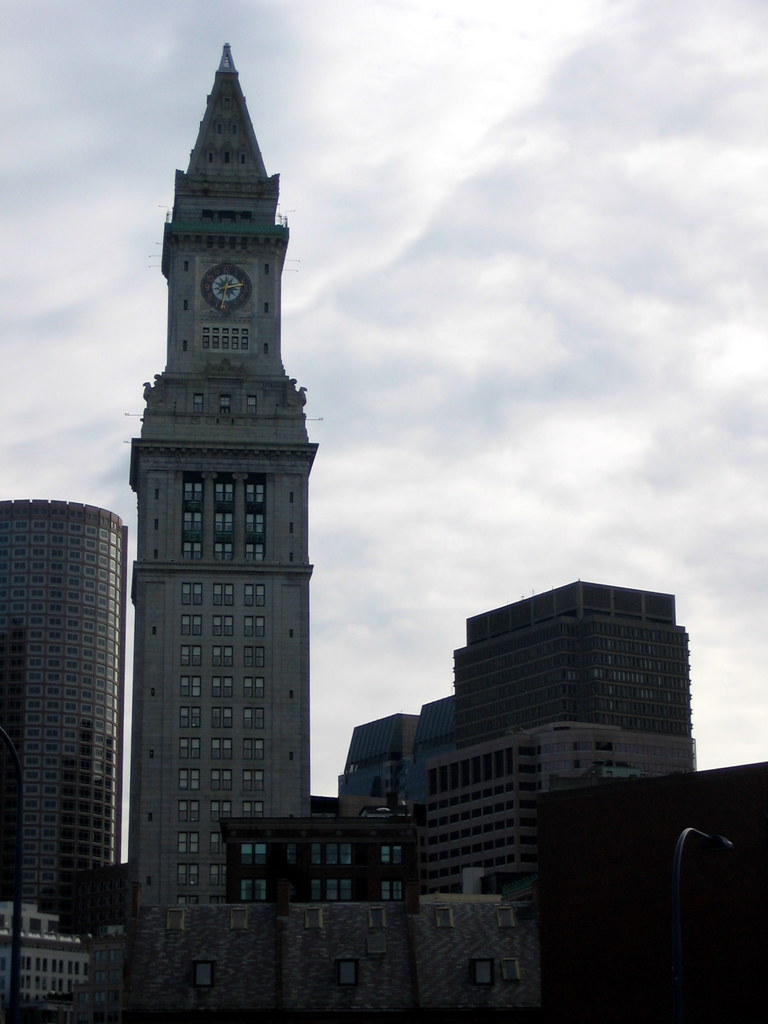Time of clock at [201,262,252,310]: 2:32
